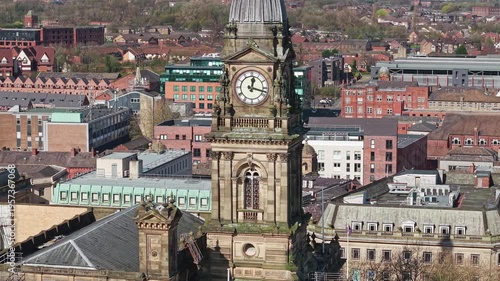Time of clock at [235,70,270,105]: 12:17
